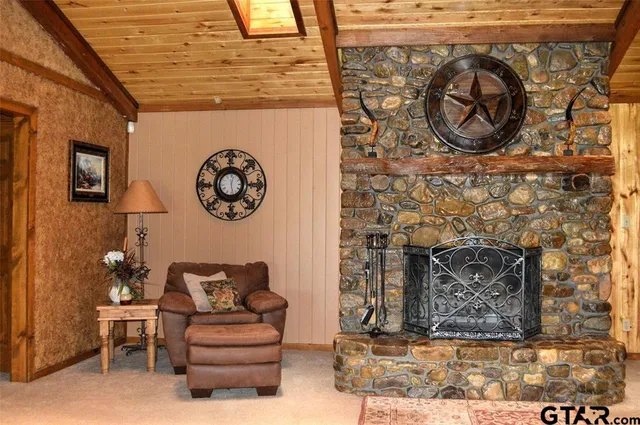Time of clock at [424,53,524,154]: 7:24
